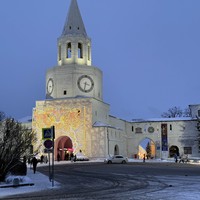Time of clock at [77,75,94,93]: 3:32
